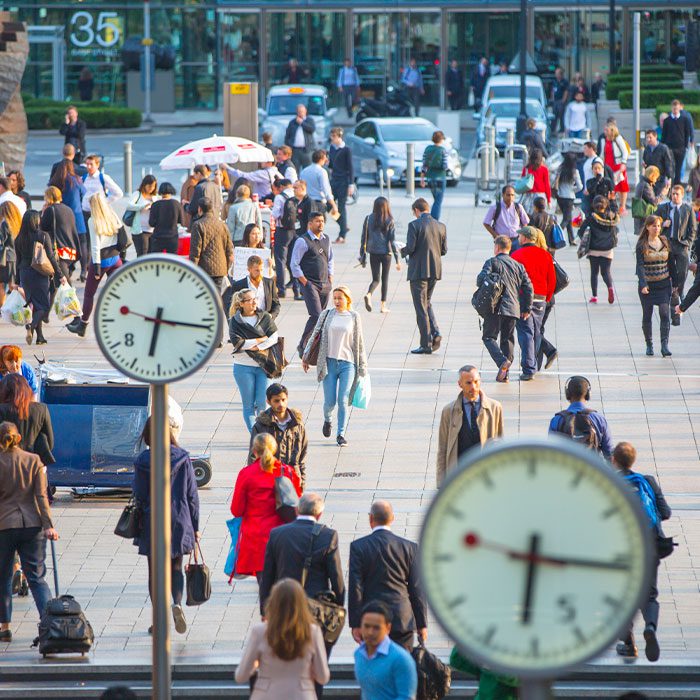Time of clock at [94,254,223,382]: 6:16
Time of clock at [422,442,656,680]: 6:16
